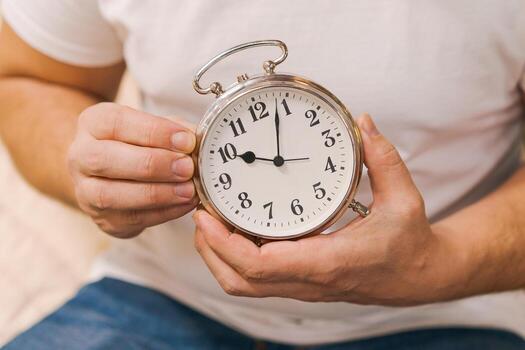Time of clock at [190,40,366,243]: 10:03
